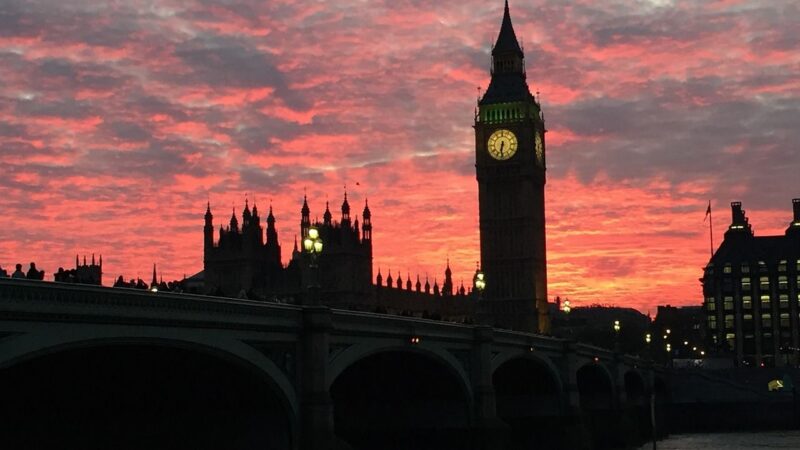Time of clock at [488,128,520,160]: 6:31
